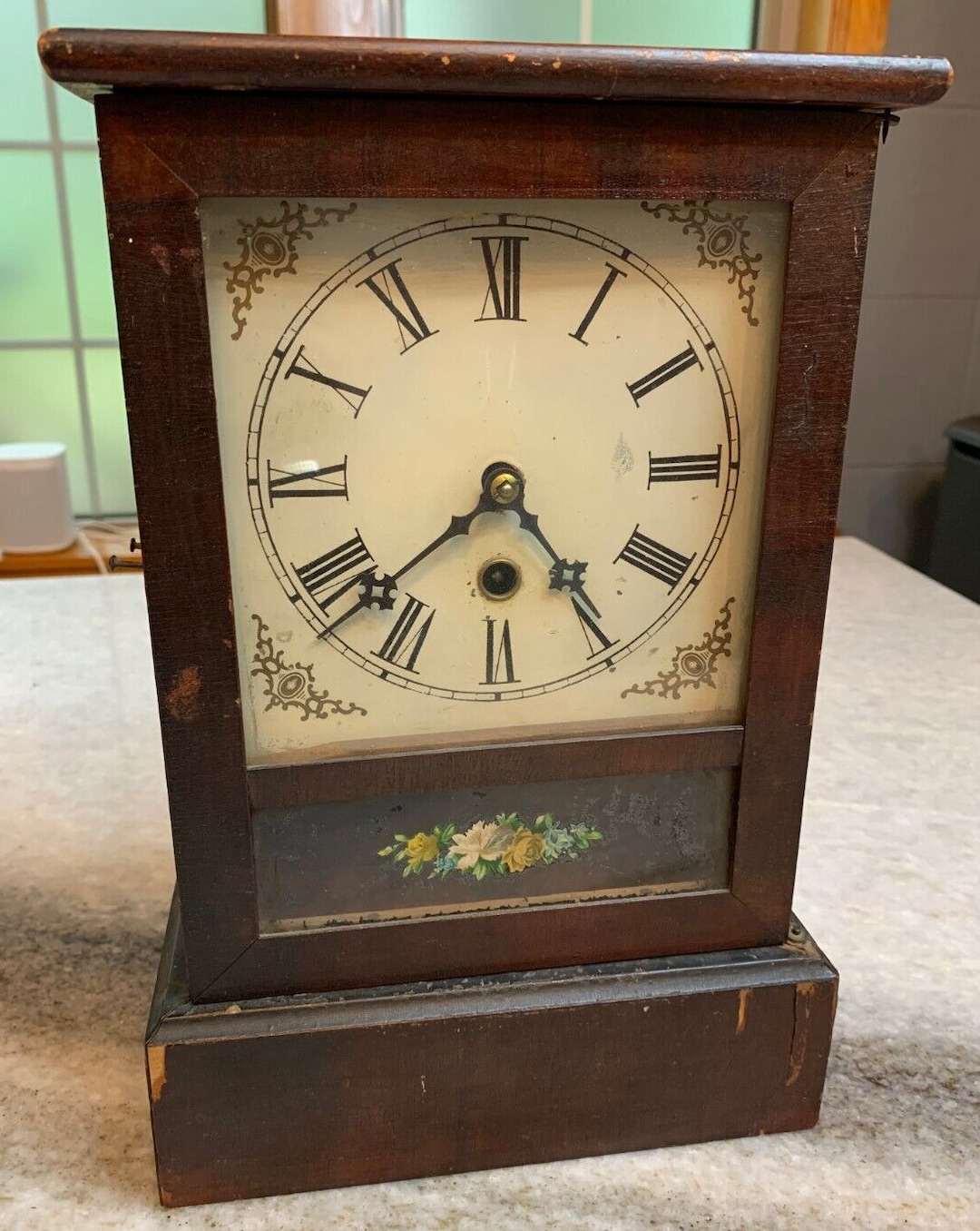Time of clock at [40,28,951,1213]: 4:38
